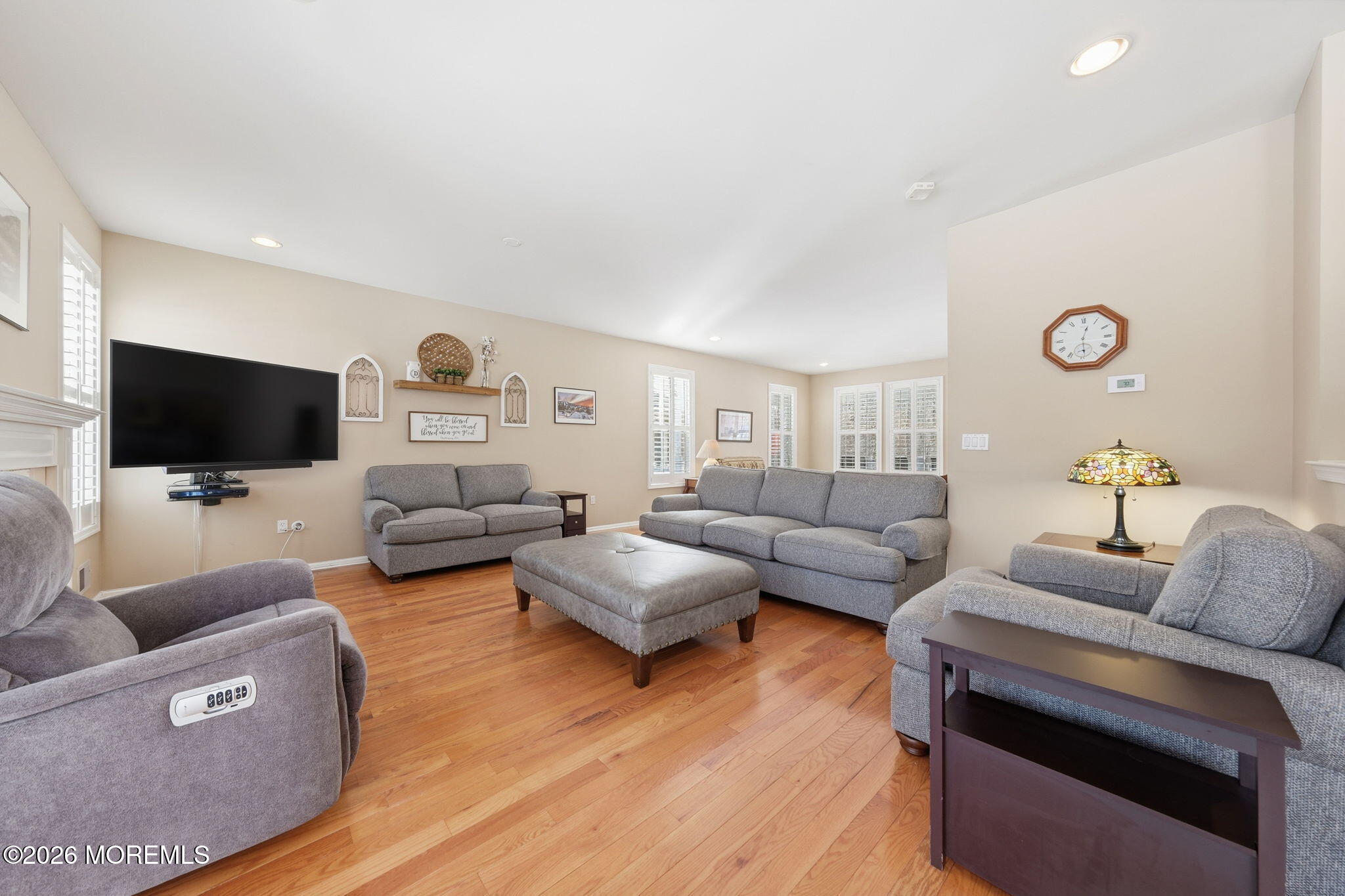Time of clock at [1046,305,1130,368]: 12:29
